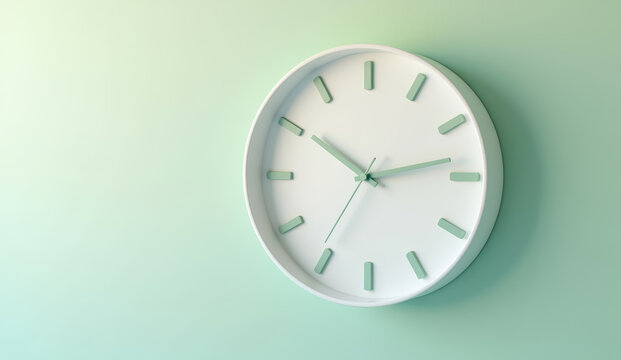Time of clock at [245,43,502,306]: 10:13
